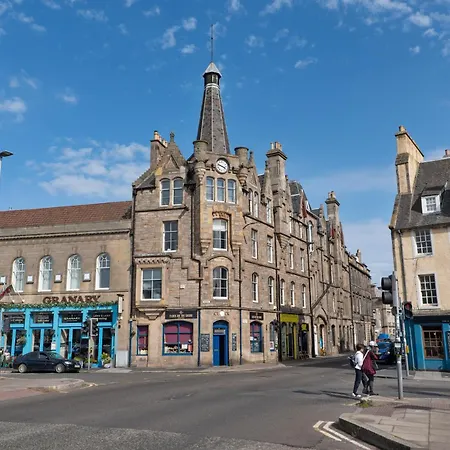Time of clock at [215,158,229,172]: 3:47
